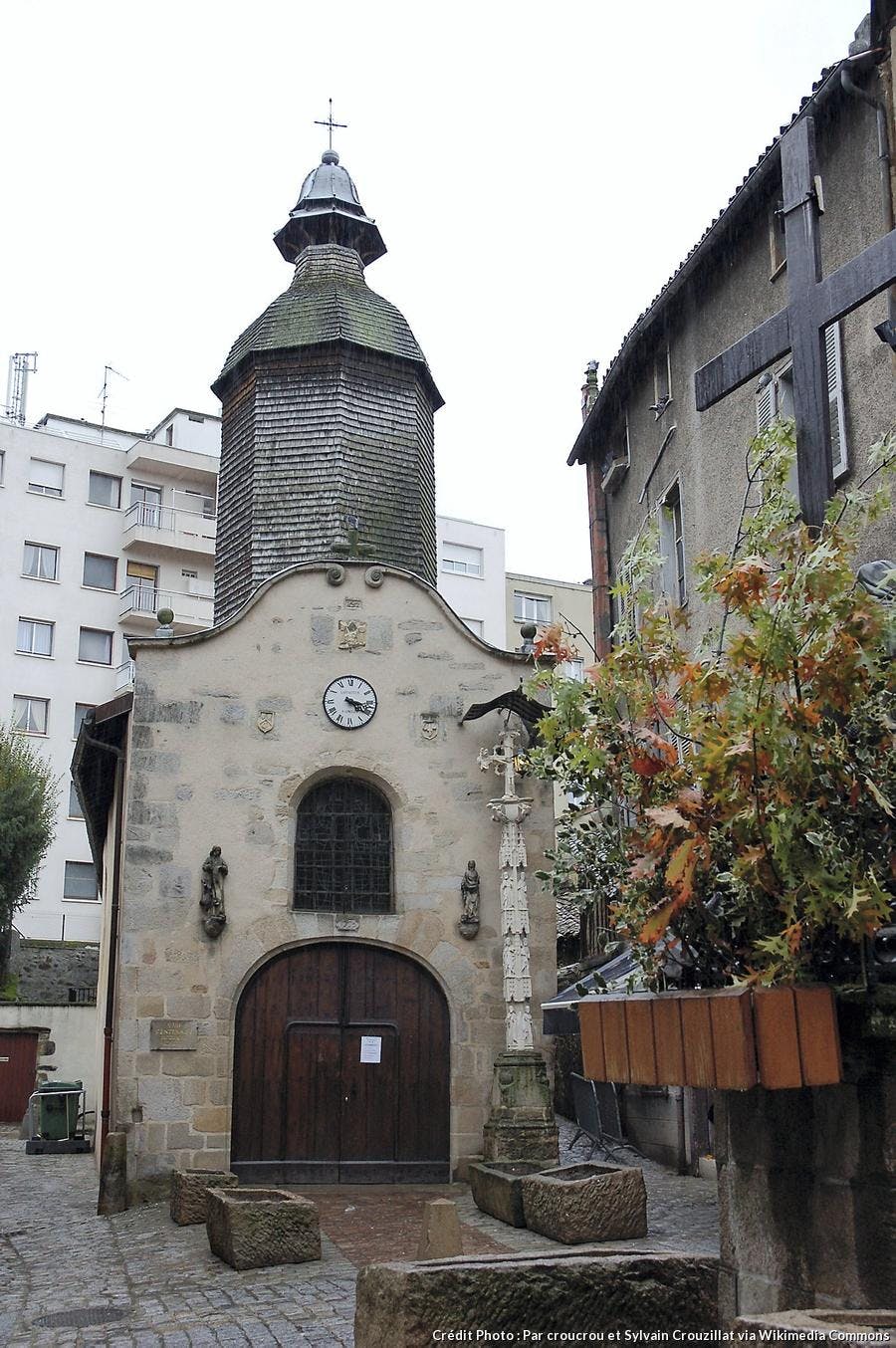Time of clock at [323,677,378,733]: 4:17
